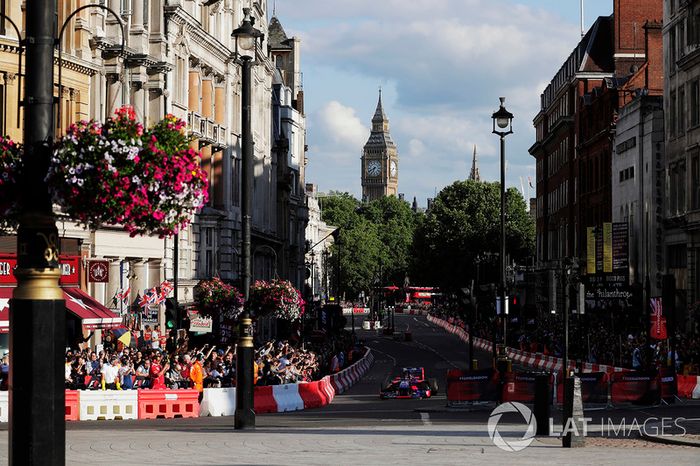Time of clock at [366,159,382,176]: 6:40
